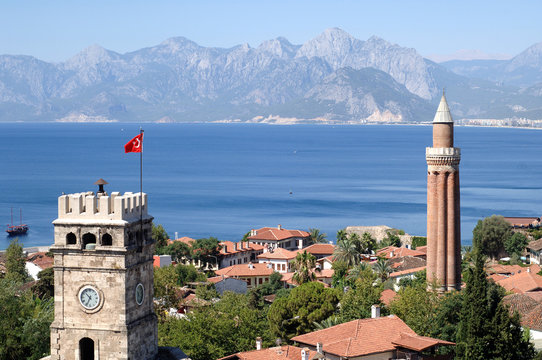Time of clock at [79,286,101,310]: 10:34
